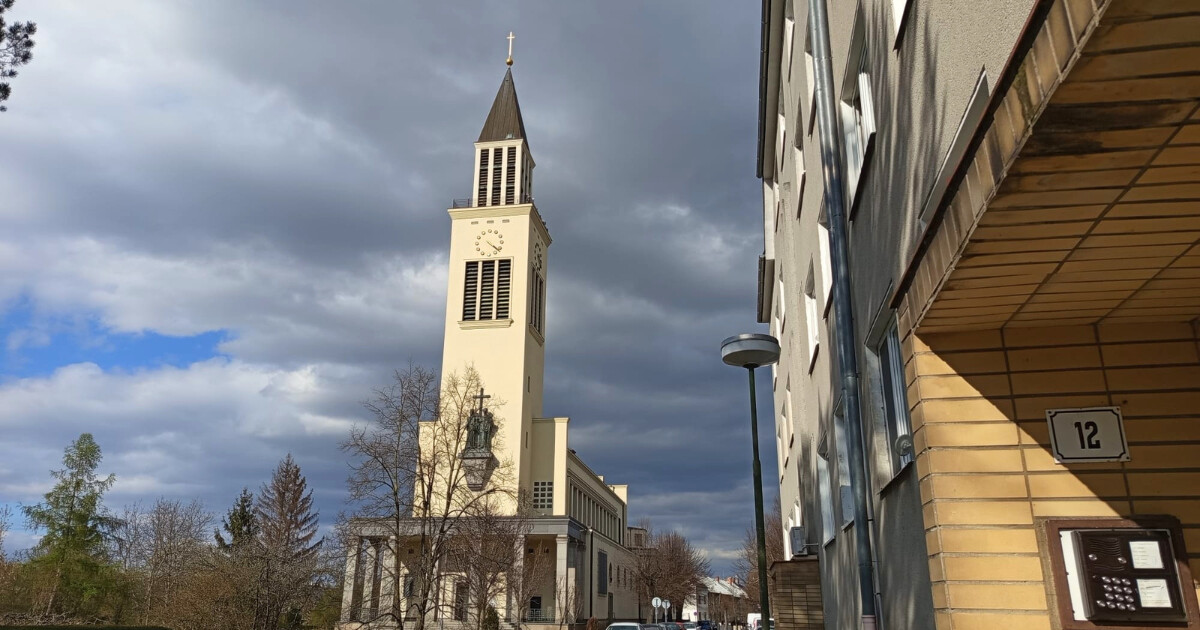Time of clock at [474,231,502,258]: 4:22
